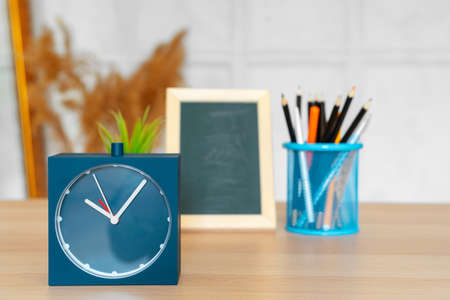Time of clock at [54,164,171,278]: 10:06
